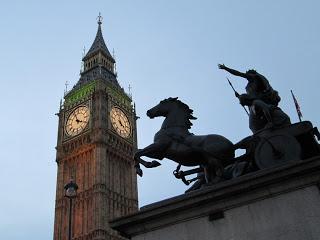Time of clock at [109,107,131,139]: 3:58
